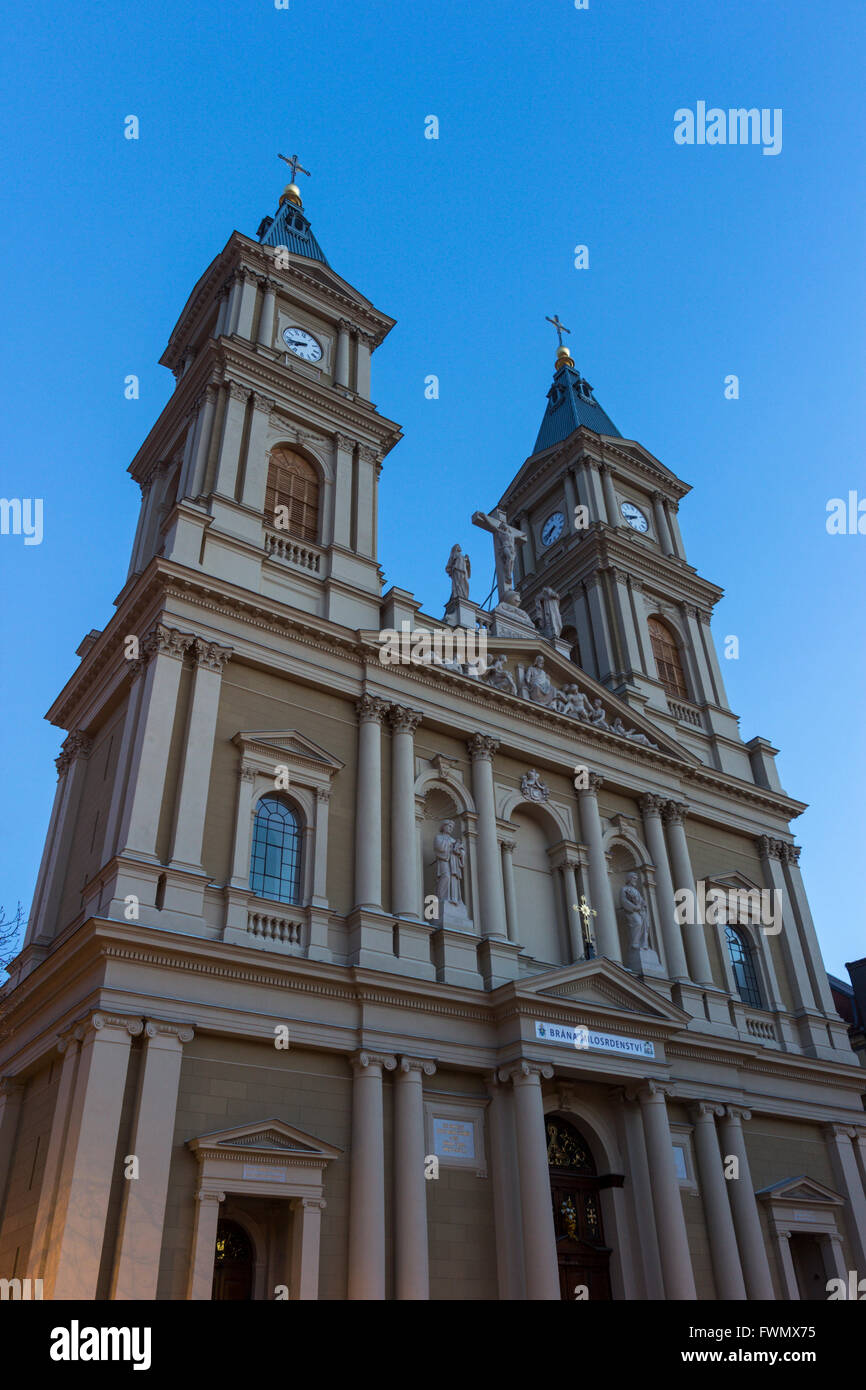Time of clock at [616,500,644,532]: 7:41
